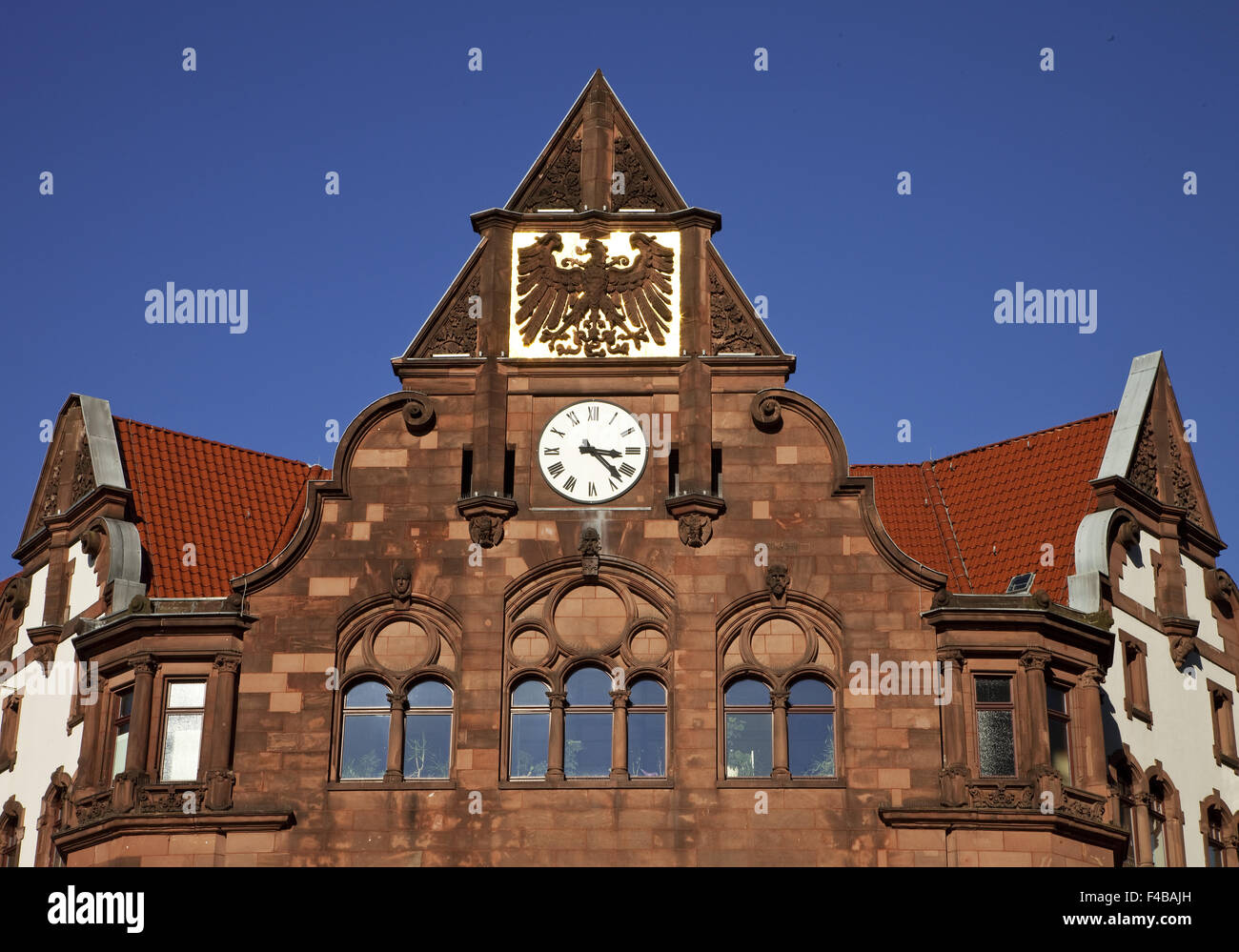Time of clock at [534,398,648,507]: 3:22
